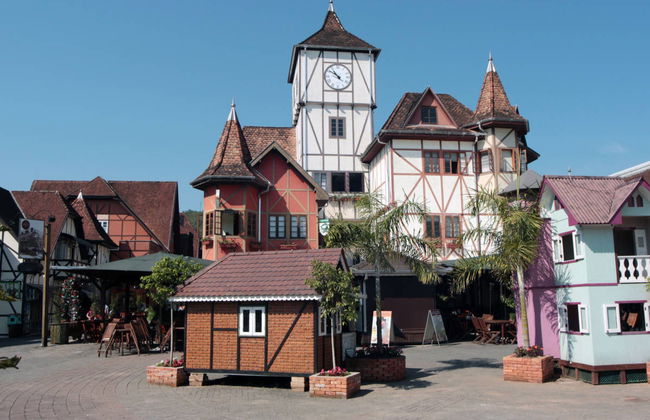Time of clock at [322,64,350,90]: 10:51
